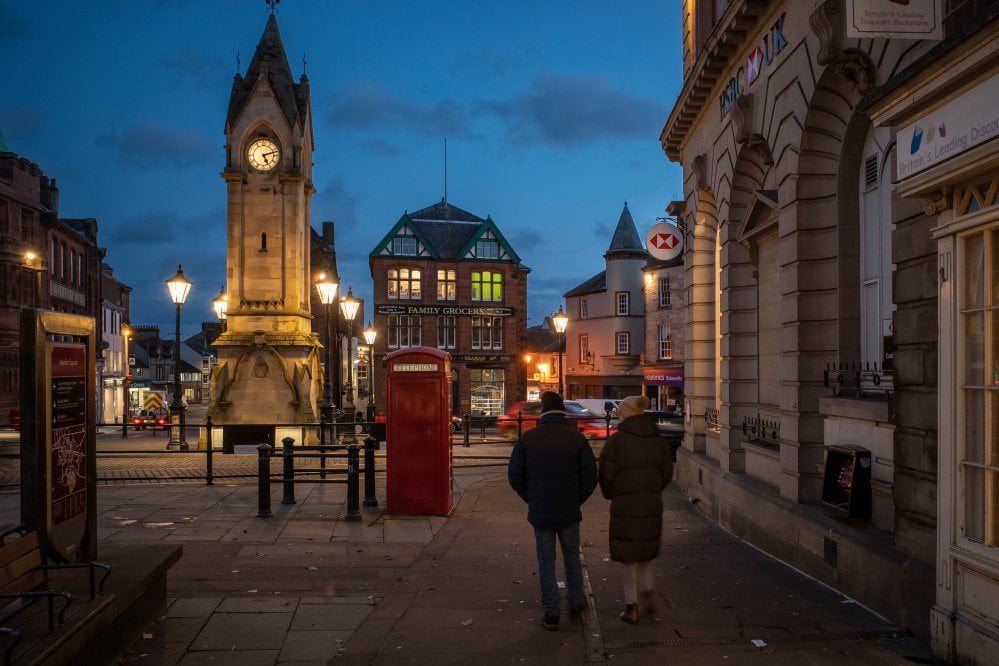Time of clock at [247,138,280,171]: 5:12
